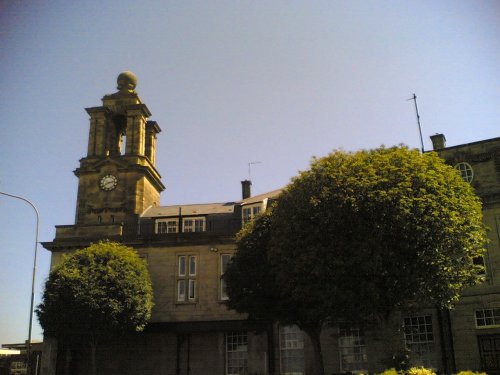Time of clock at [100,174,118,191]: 2:40
